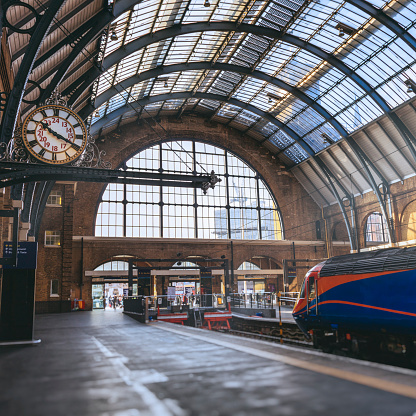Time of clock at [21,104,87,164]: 10:19
